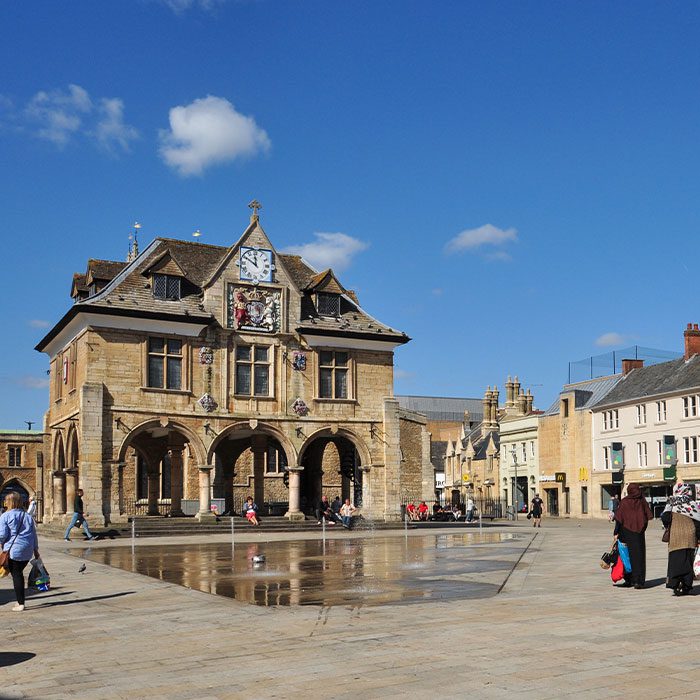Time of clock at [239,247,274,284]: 11:50
